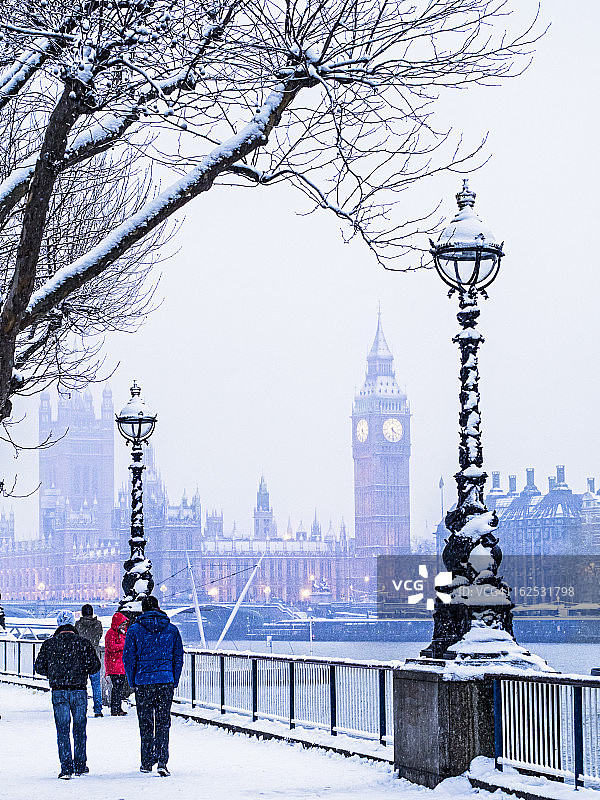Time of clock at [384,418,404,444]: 4:29
